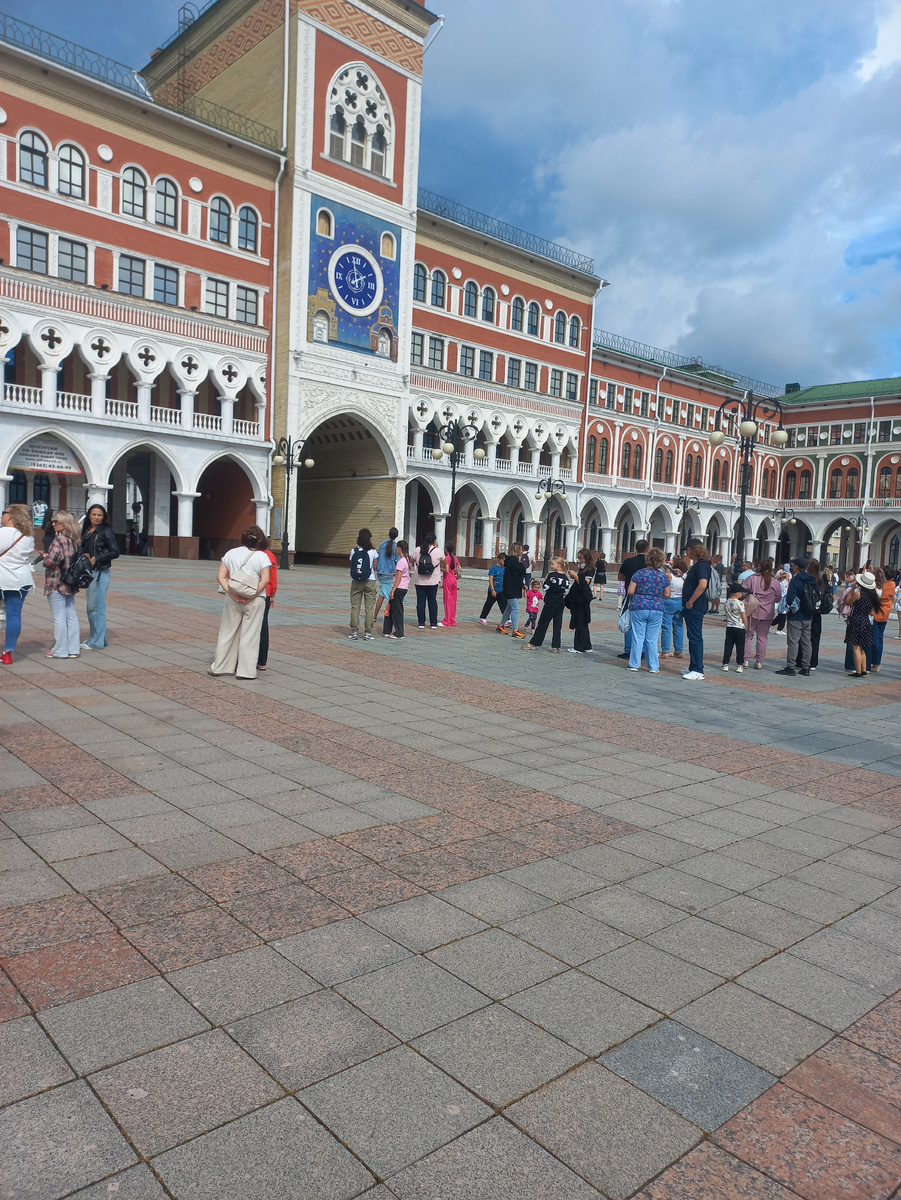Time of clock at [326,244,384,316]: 1:58
